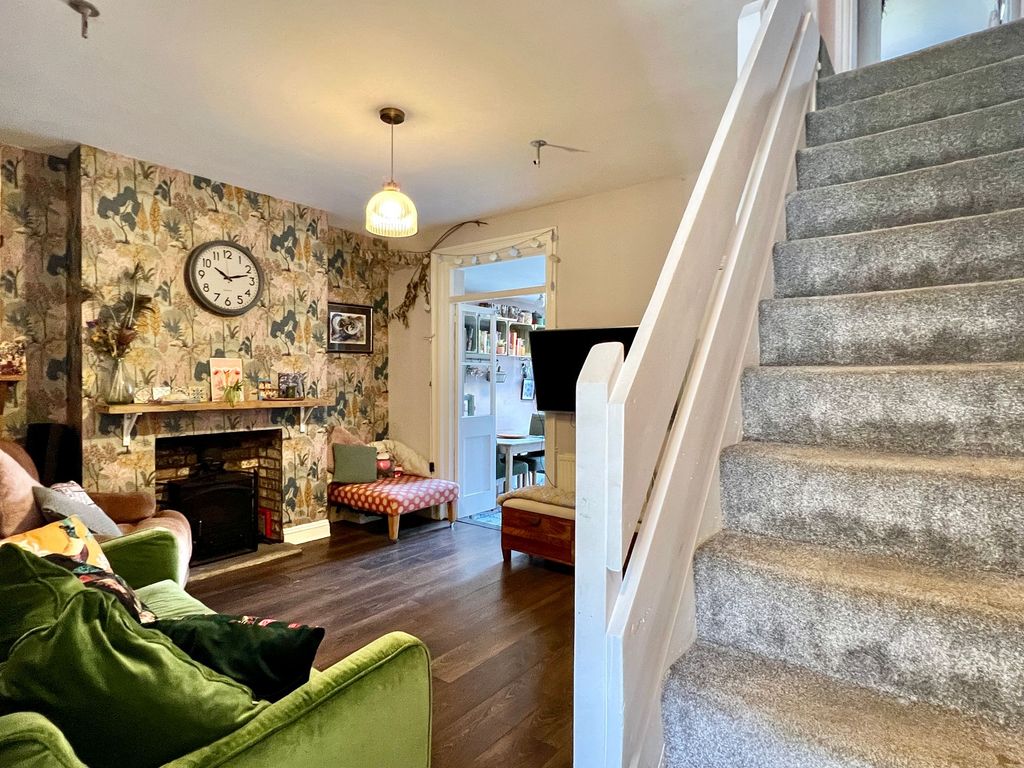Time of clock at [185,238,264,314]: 10:12
